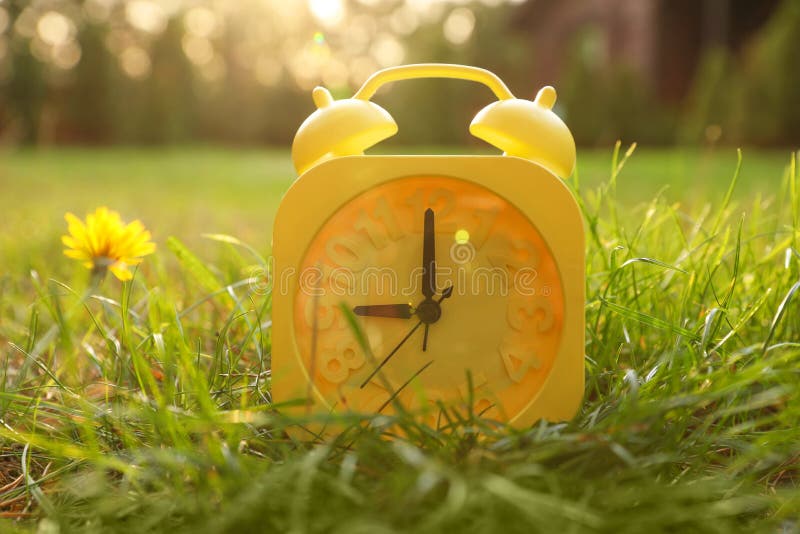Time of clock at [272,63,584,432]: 9:00
